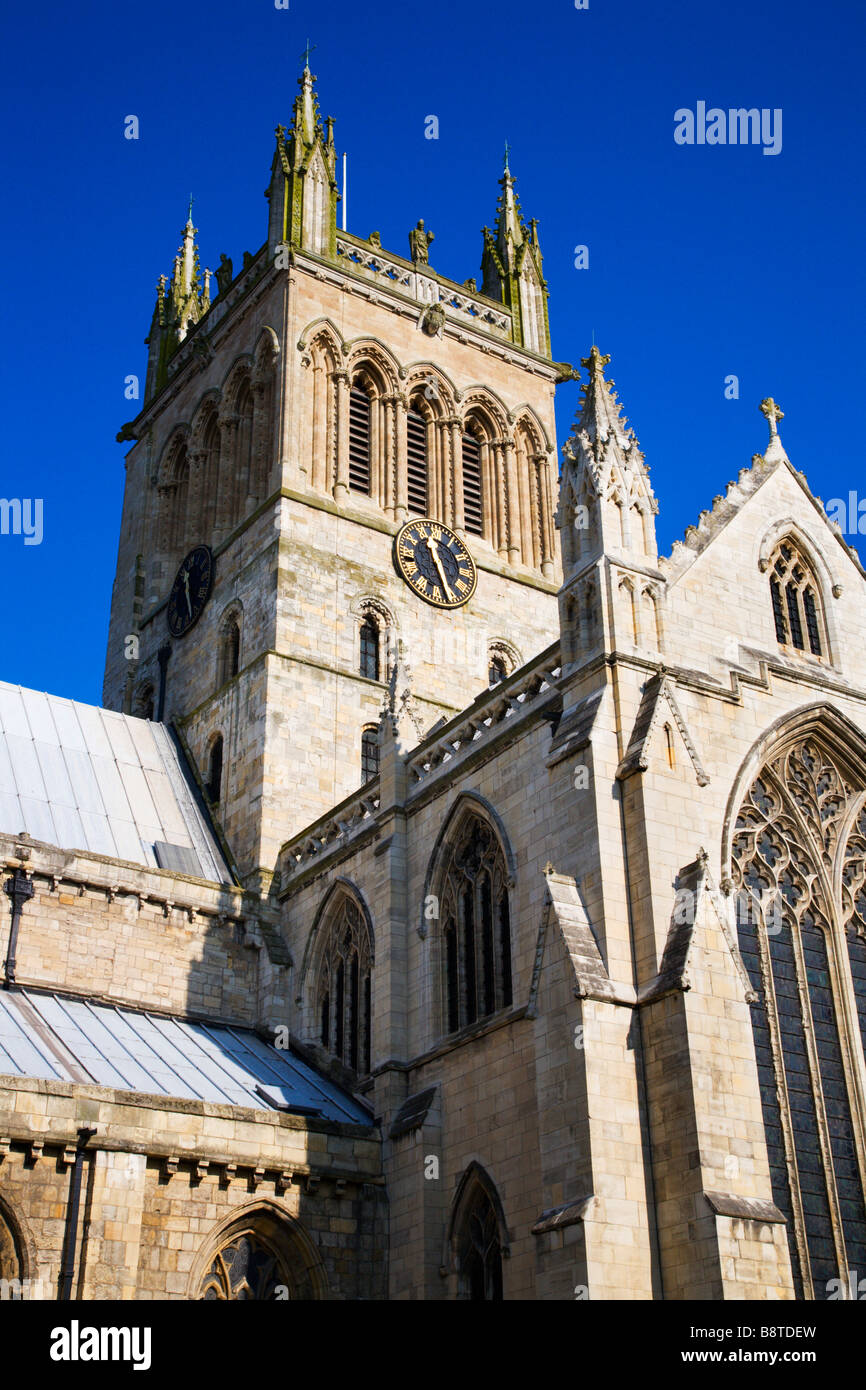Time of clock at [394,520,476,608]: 11:28
